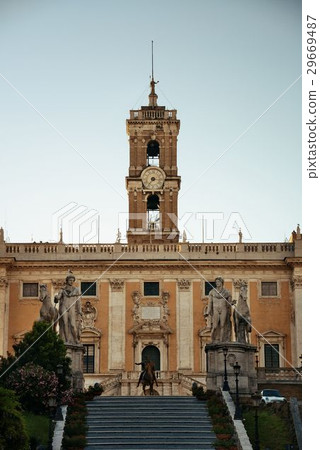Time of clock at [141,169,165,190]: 7:16
